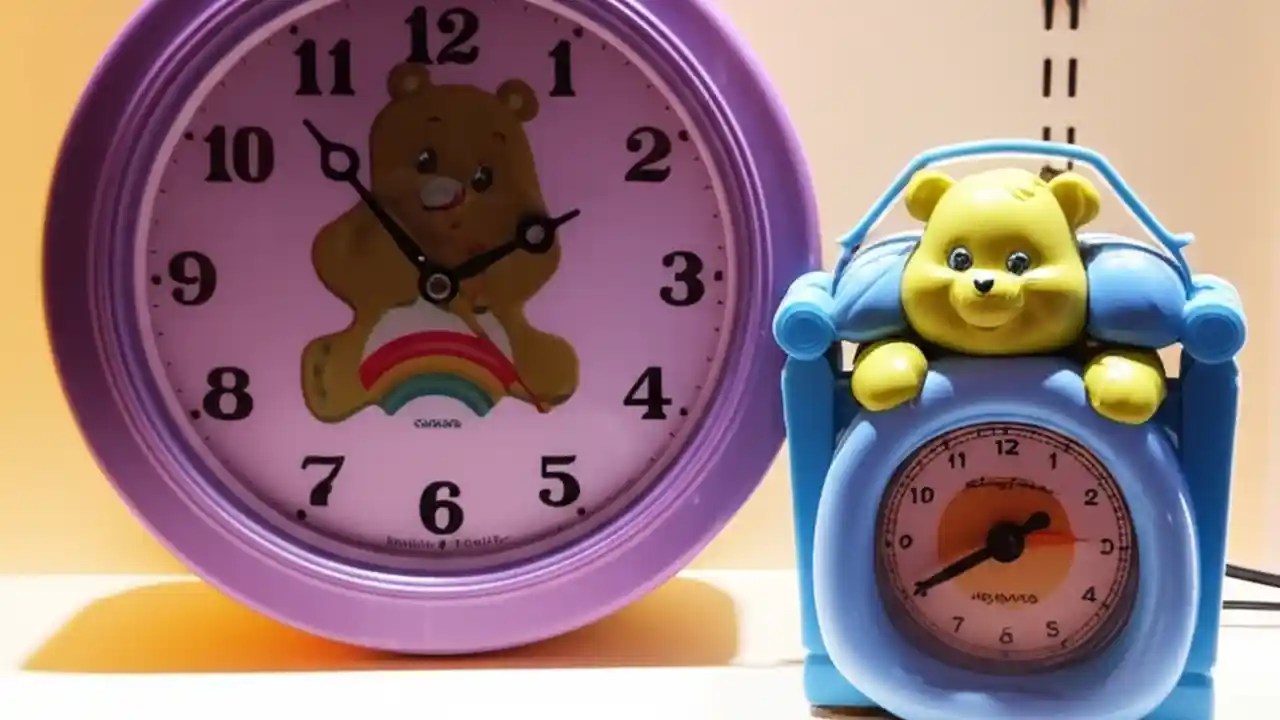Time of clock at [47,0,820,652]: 1:53
